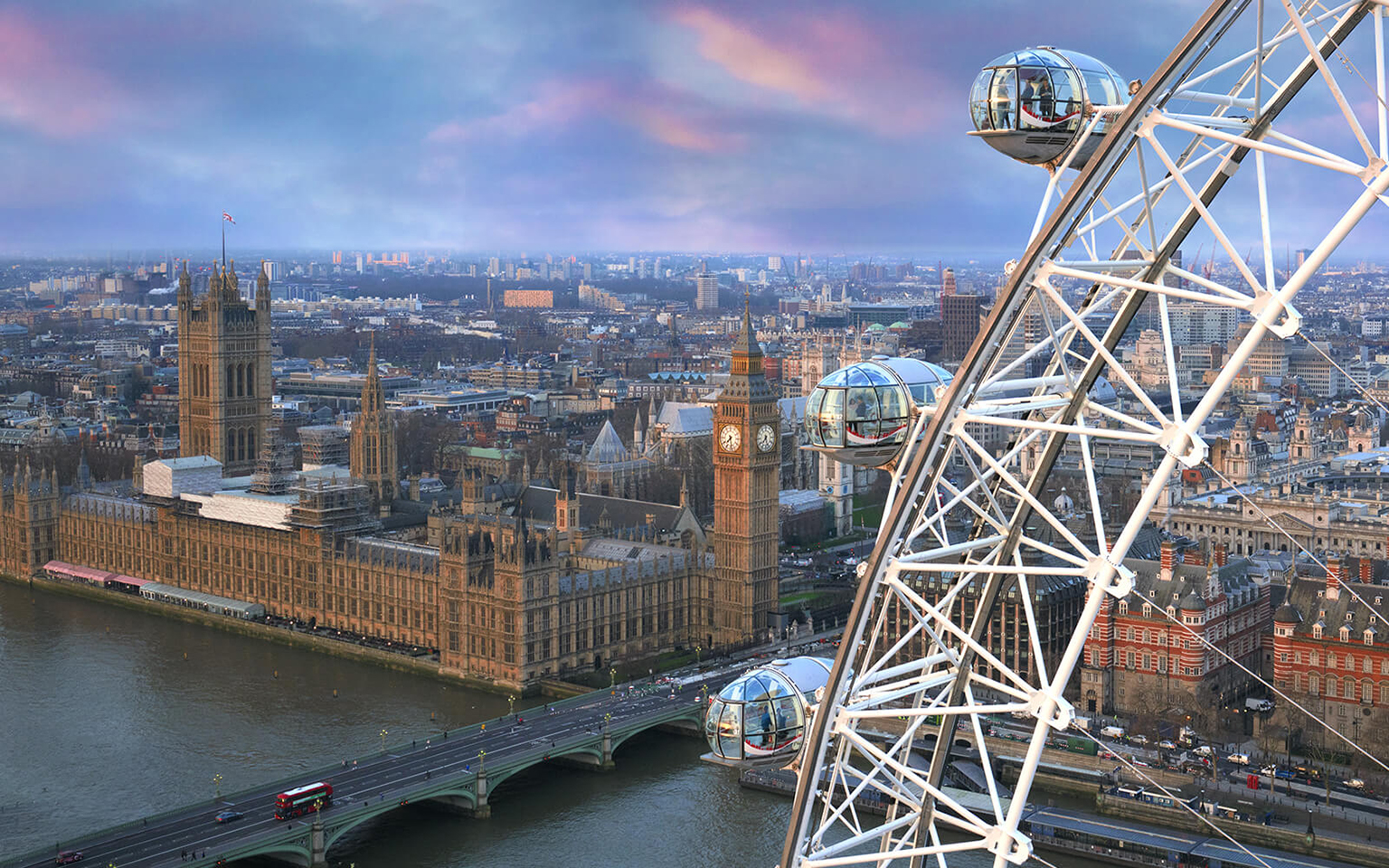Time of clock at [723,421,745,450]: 7:28
